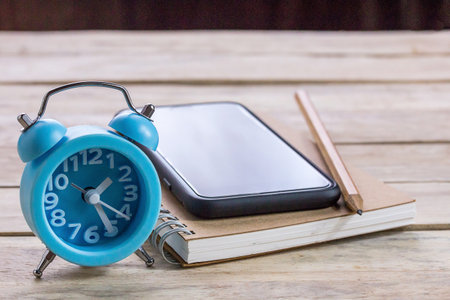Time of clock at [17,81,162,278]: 1:25
